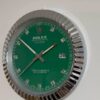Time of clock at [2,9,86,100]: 1:51
